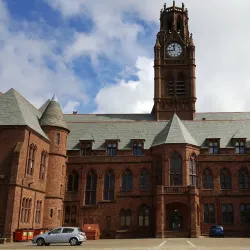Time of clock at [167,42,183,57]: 11:43
